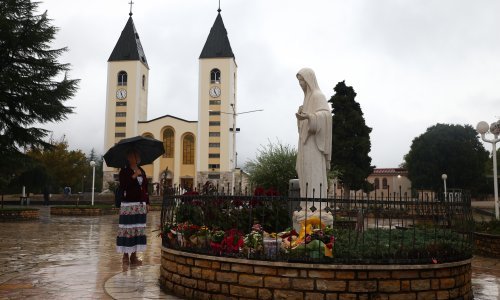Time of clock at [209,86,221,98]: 11:25
